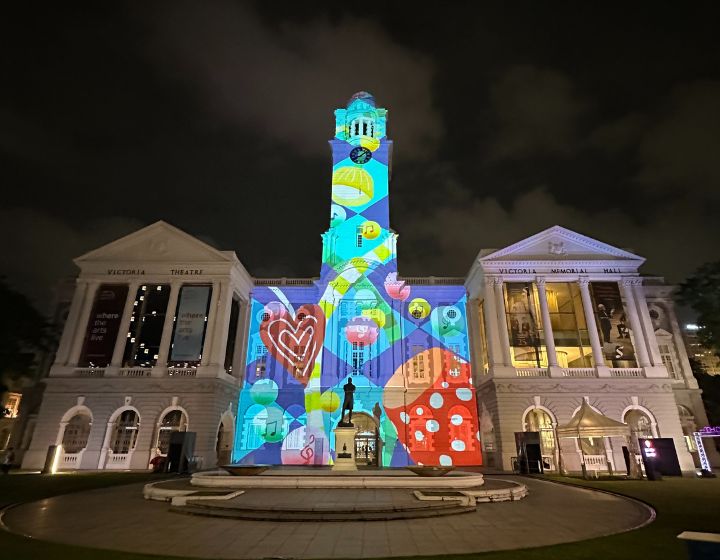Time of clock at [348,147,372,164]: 8:07
